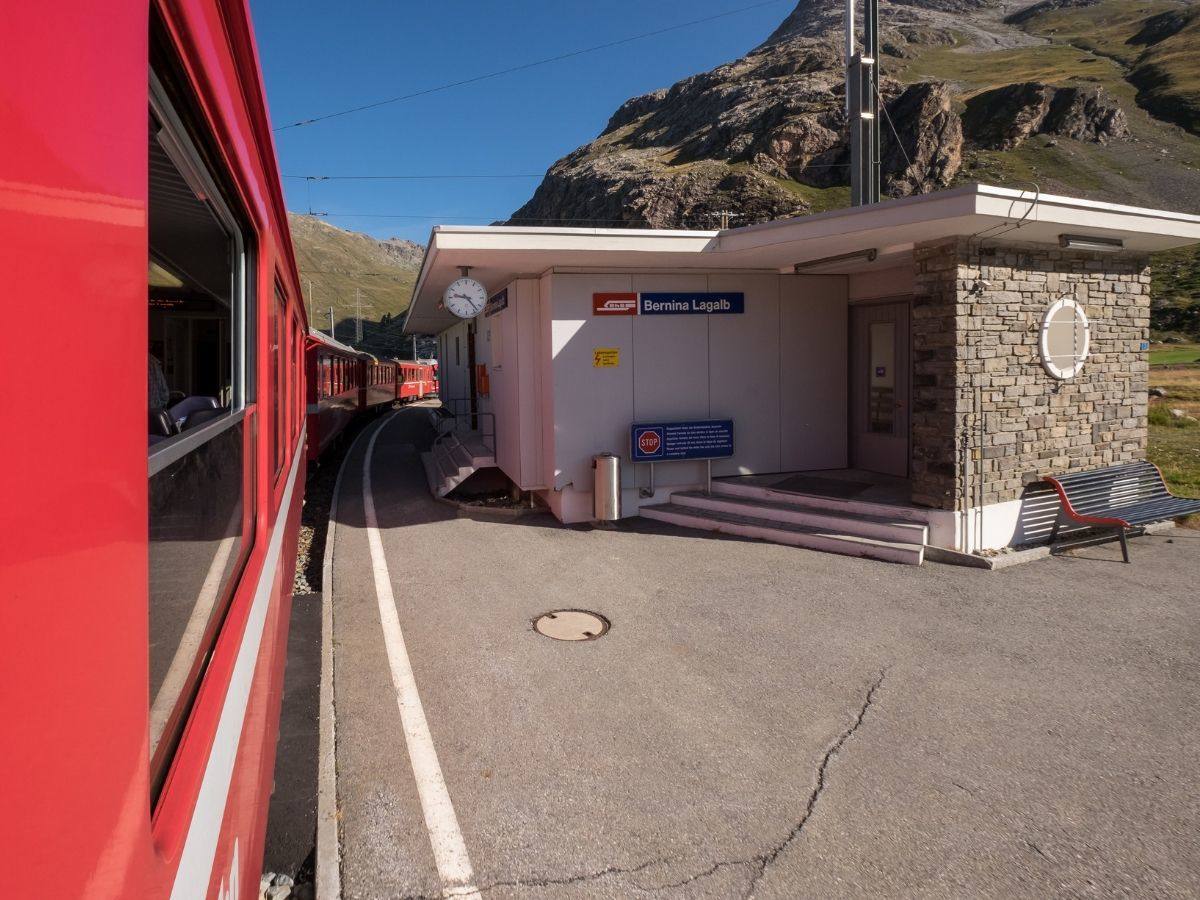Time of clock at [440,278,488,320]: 9:23
